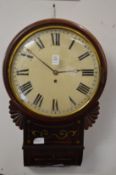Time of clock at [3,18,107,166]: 10:14
